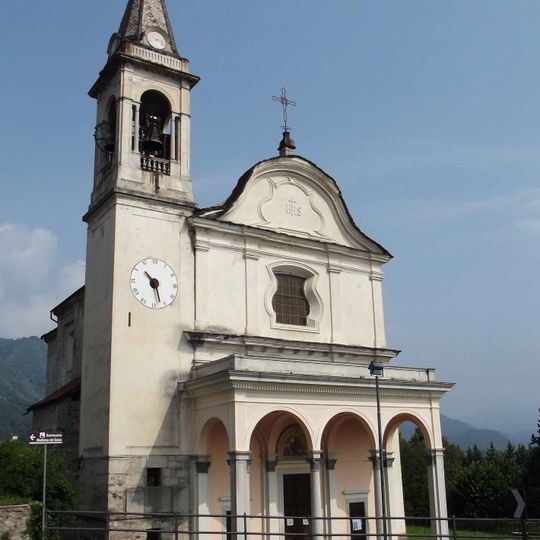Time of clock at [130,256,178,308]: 10:27
